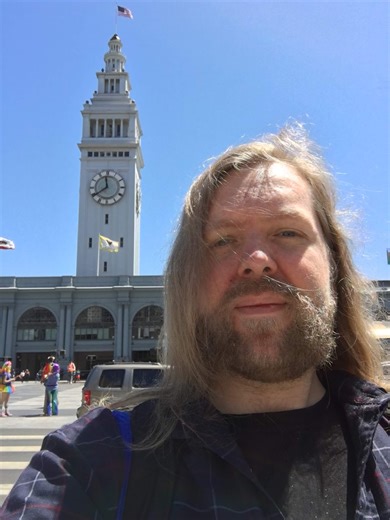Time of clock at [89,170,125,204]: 11:39
